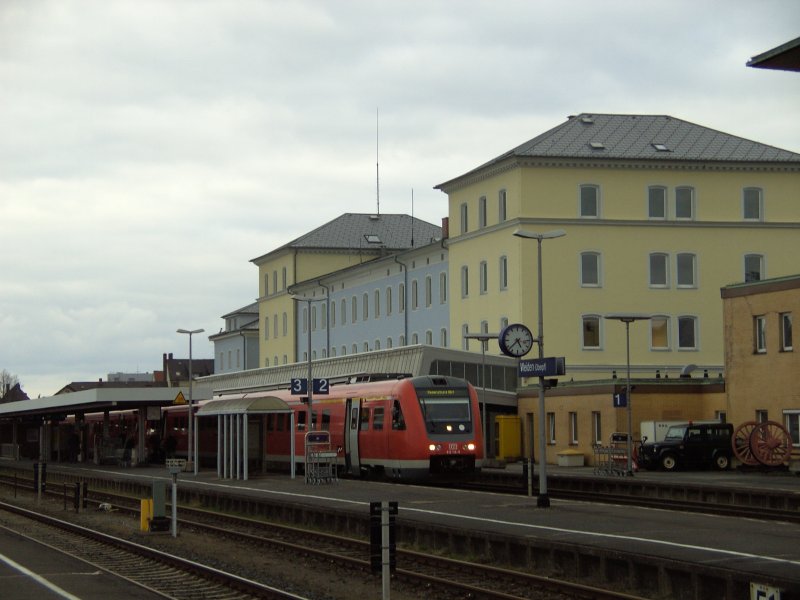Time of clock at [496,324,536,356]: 4:37
